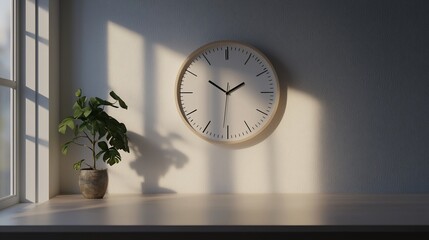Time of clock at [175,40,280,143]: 1:50
